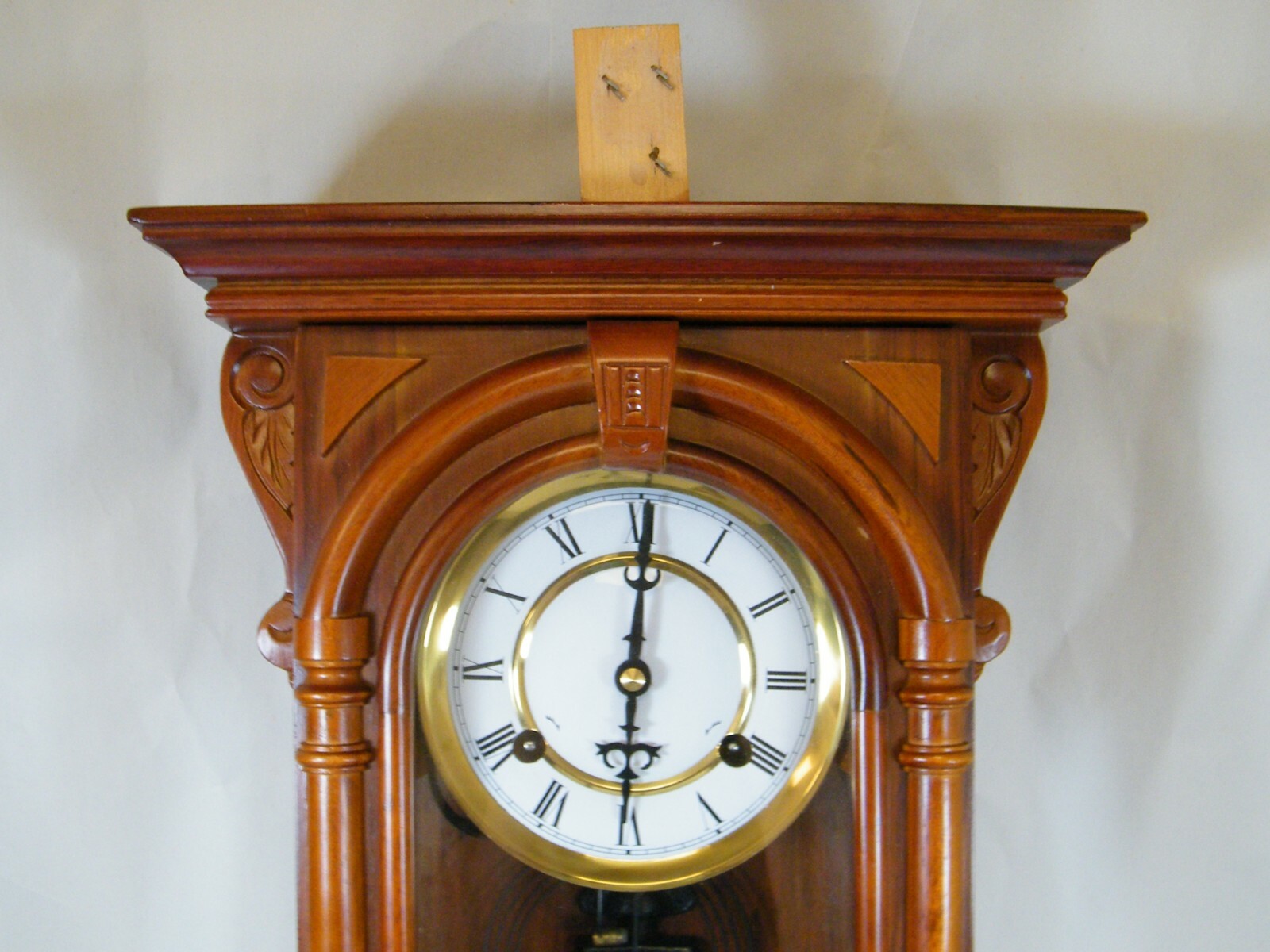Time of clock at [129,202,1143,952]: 6:00
